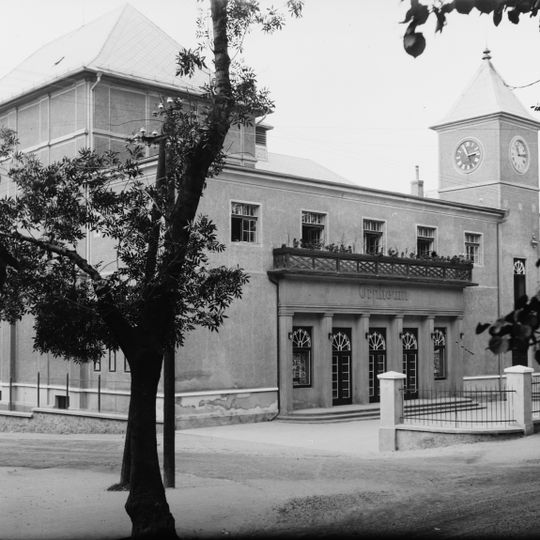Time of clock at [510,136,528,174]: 11:13
